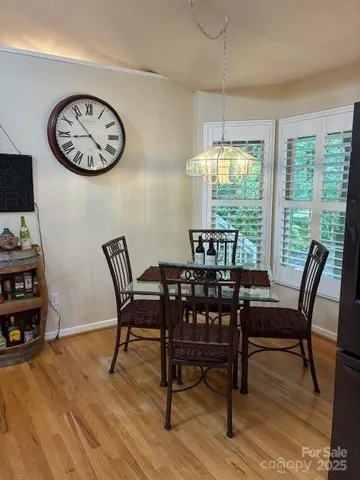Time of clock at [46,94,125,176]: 4:43
